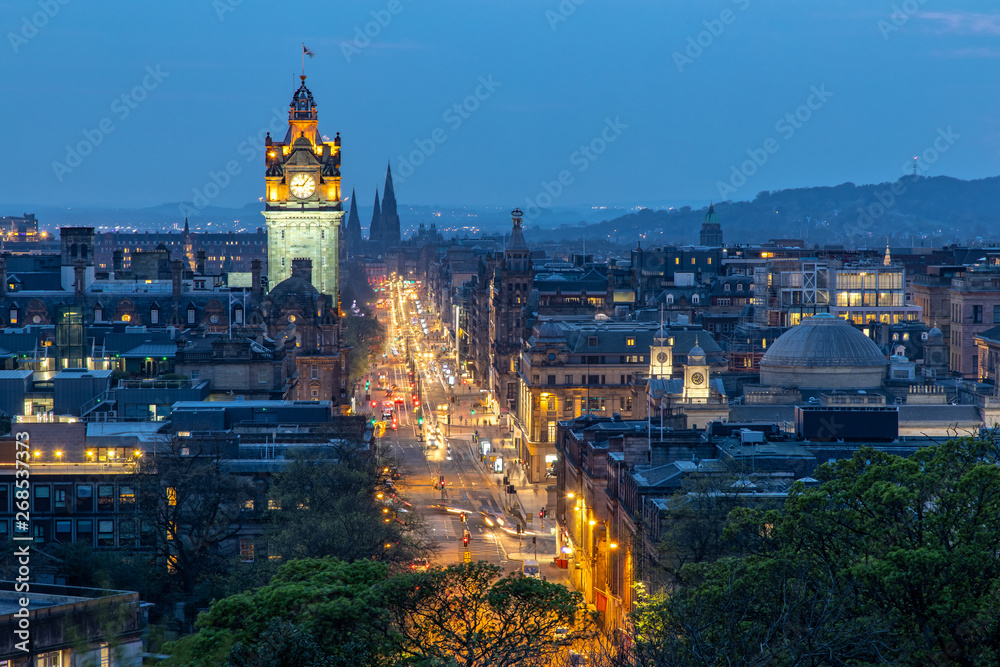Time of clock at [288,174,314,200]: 9:07
